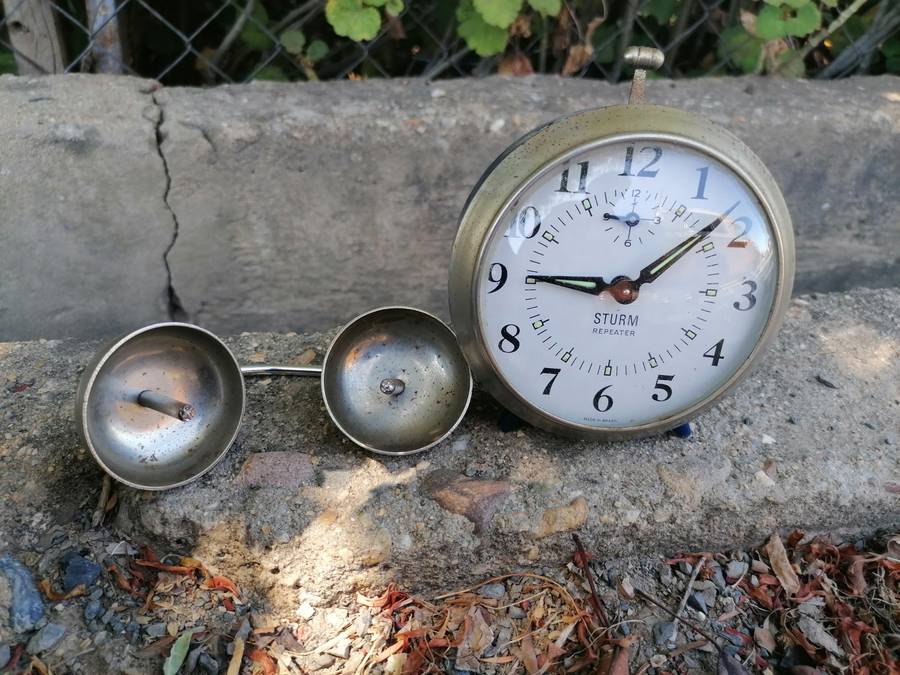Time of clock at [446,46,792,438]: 9:08
